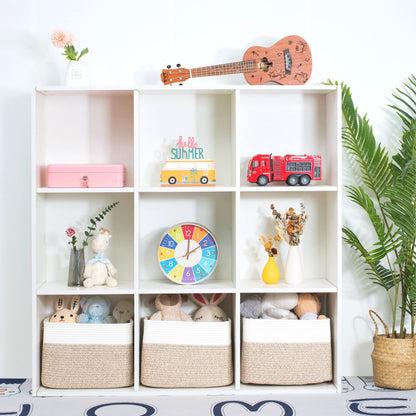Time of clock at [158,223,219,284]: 2:01
